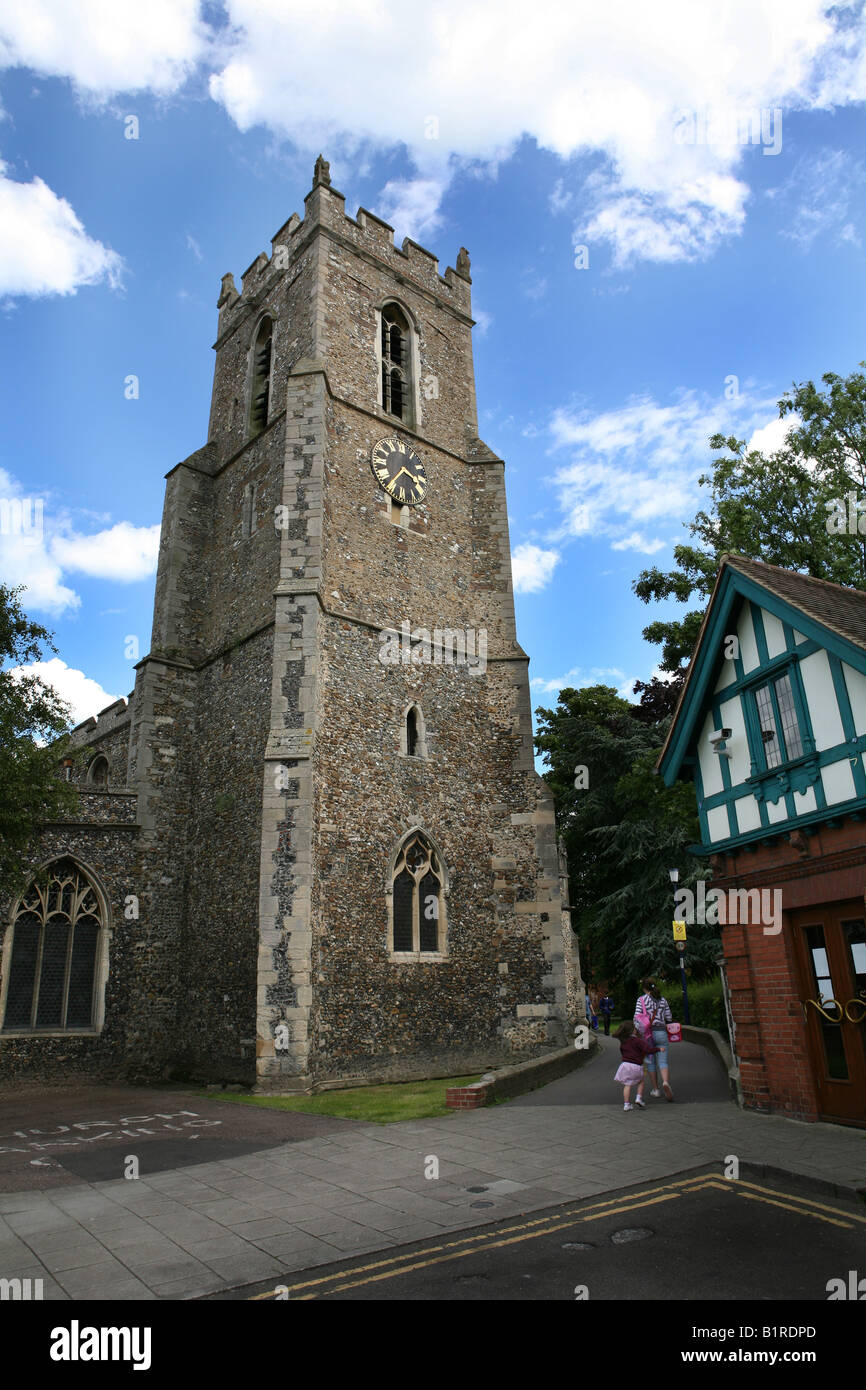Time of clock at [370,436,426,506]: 3:36
